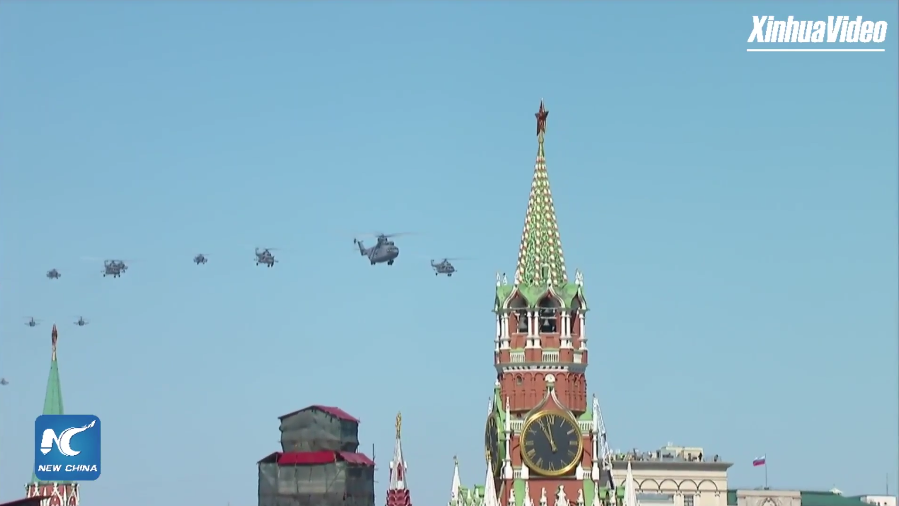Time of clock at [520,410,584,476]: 10:58
